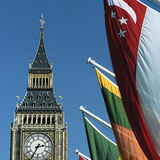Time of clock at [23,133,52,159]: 2:35
